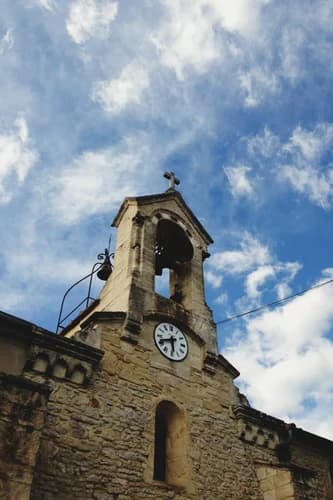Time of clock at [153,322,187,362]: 5:41
